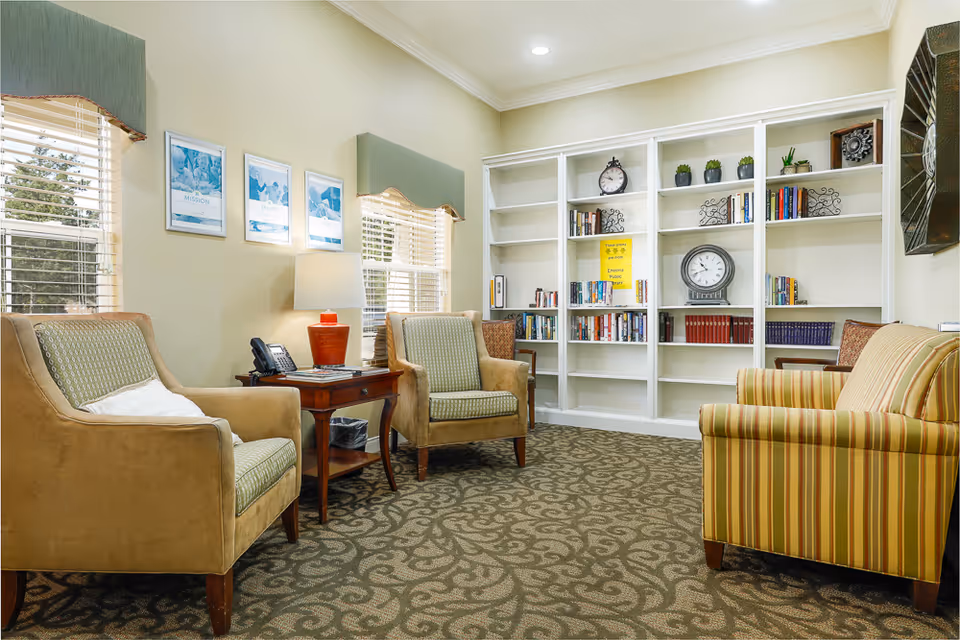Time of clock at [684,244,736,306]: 10:41
